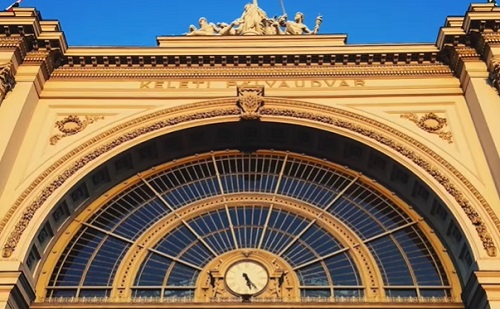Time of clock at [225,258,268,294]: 5:23
